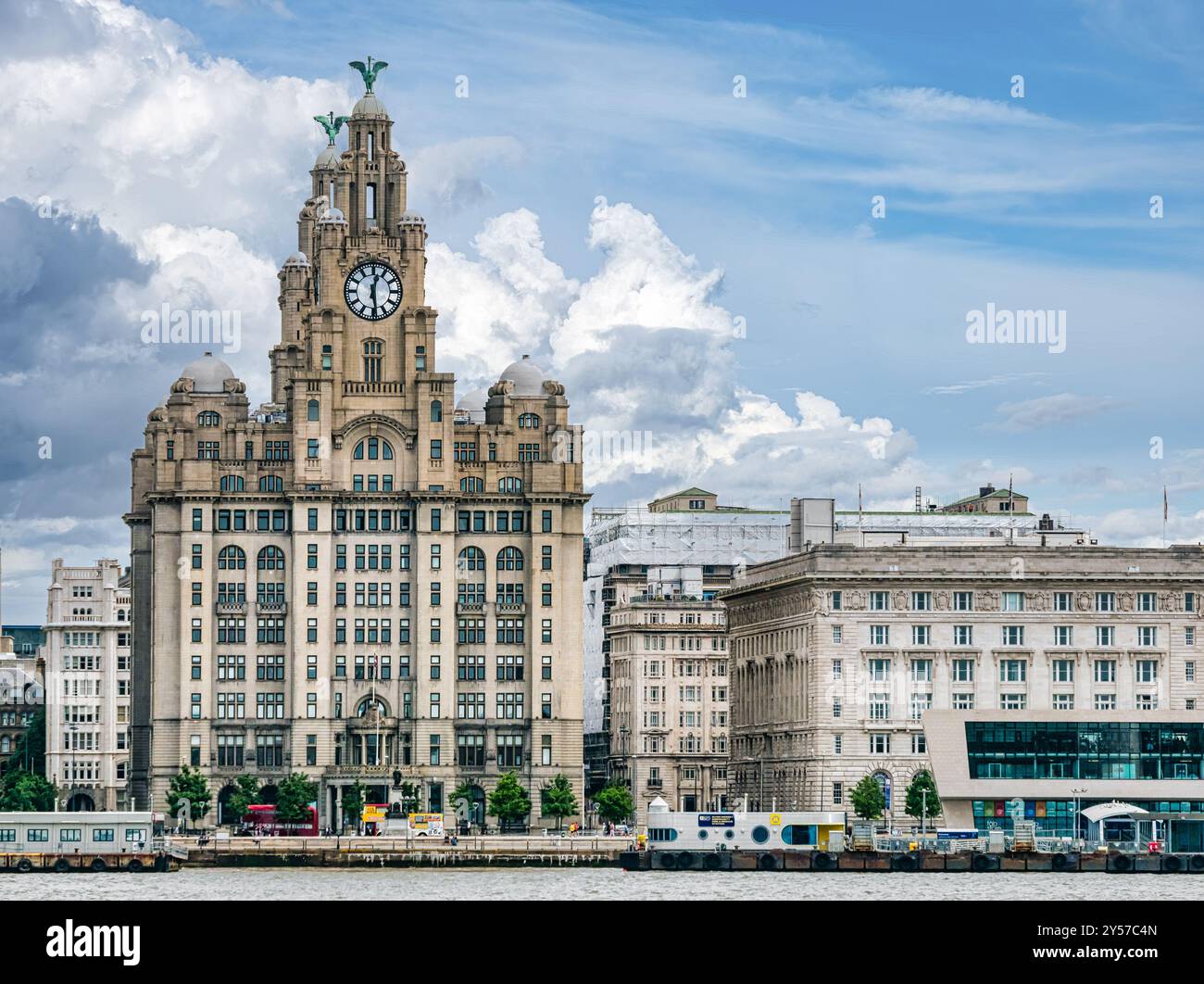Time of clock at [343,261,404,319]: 12:28
